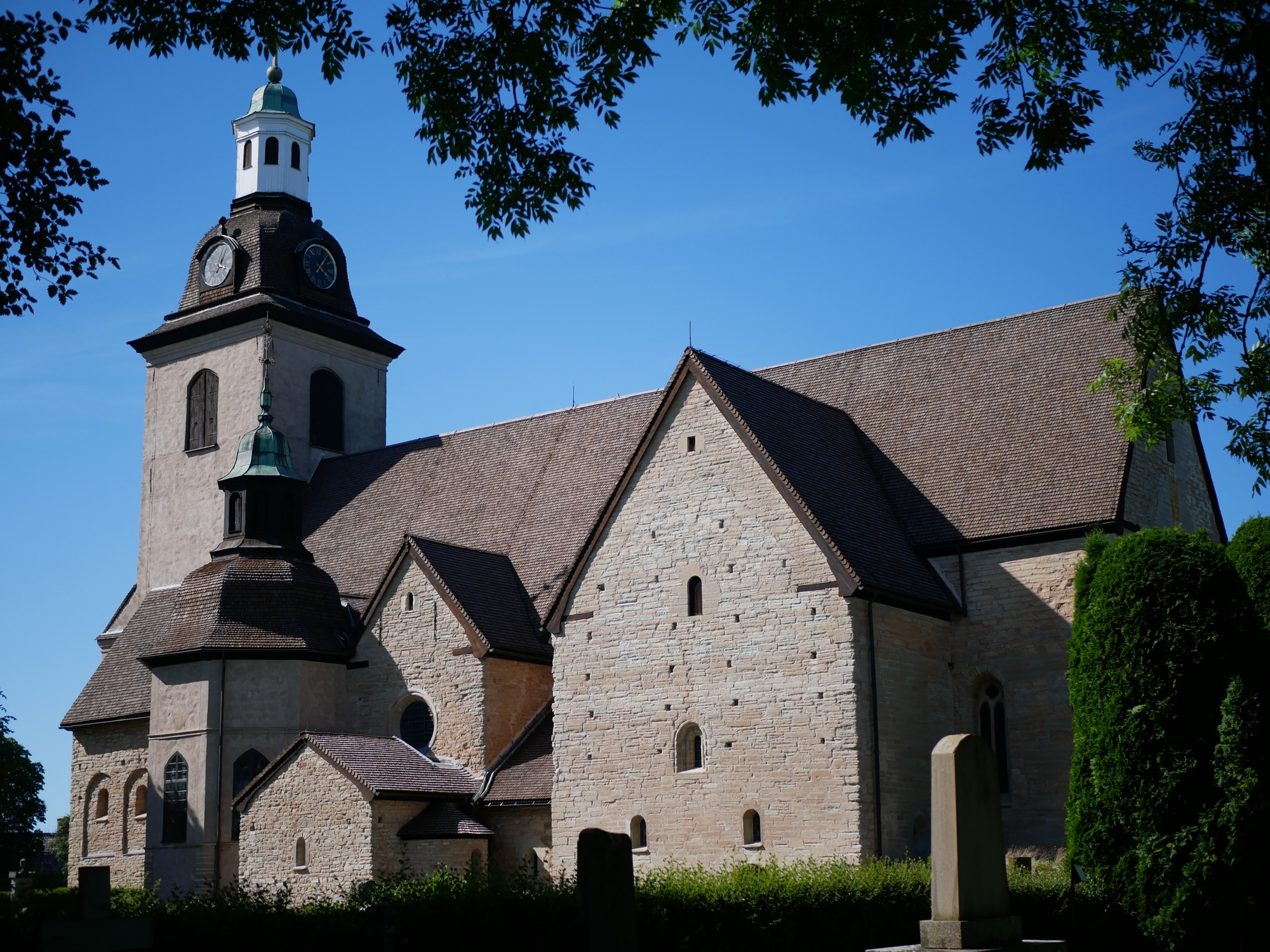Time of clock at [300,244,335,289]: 4:06
